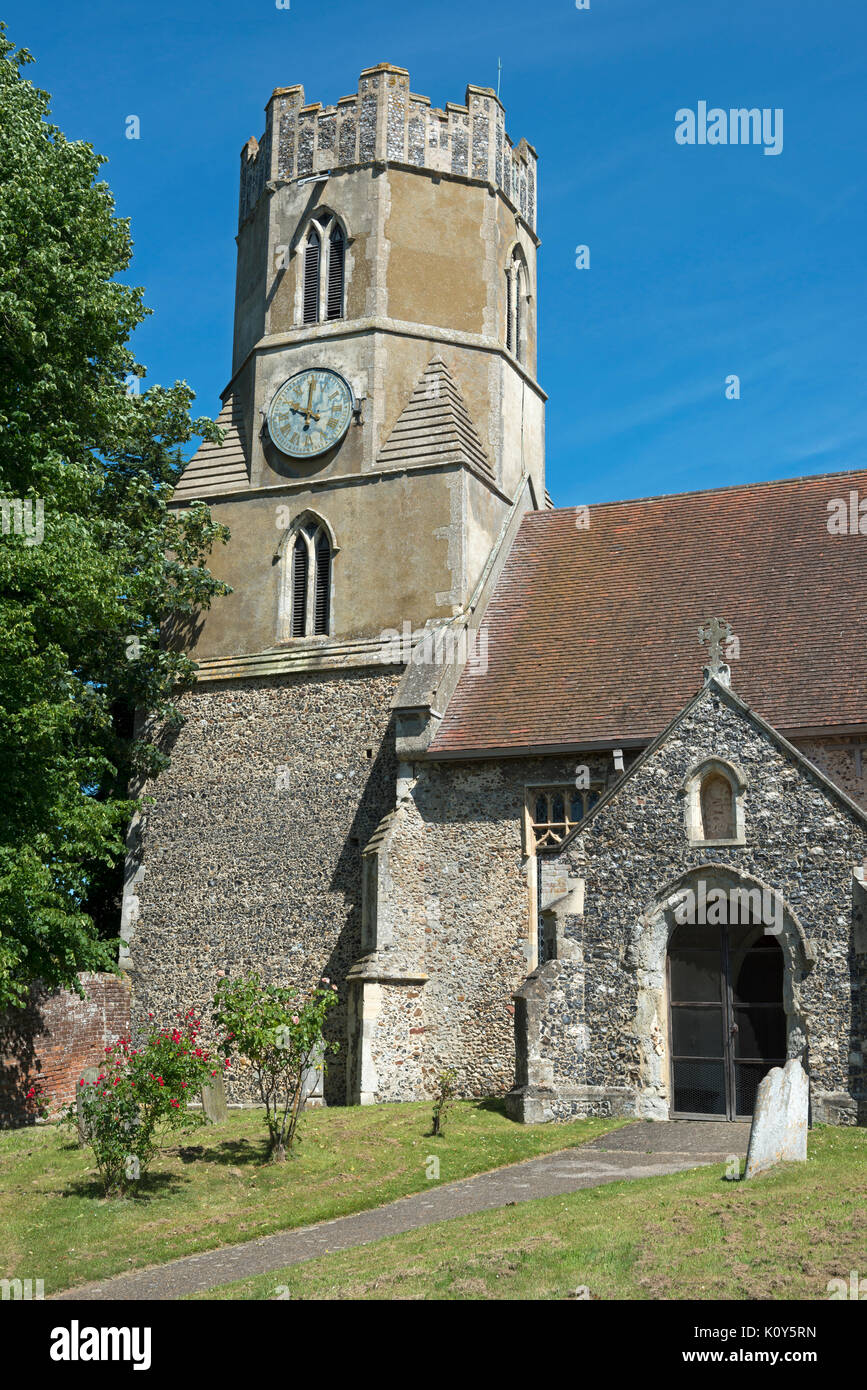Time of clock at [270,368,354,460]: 10:00
